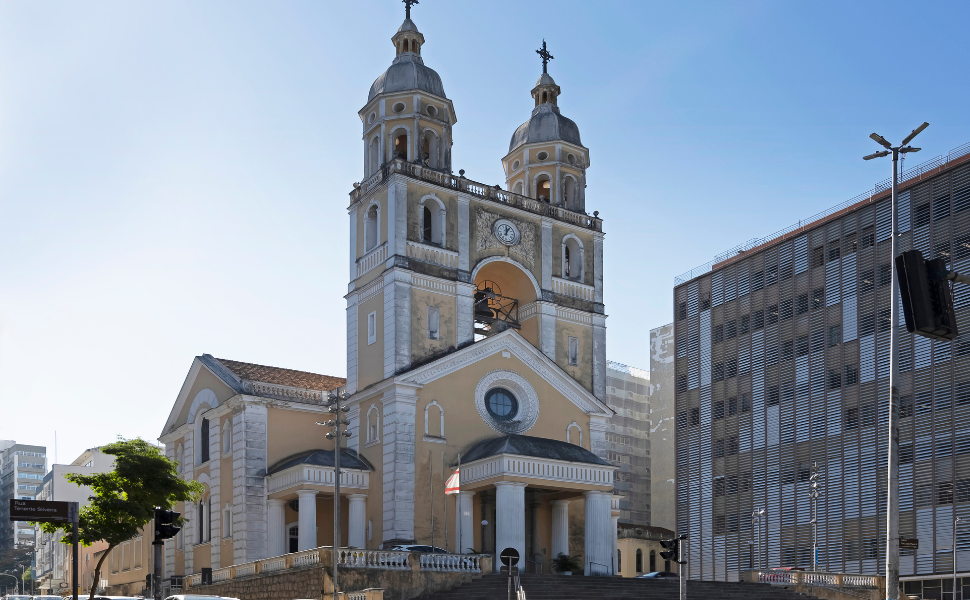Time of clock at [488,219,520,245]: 12:05
